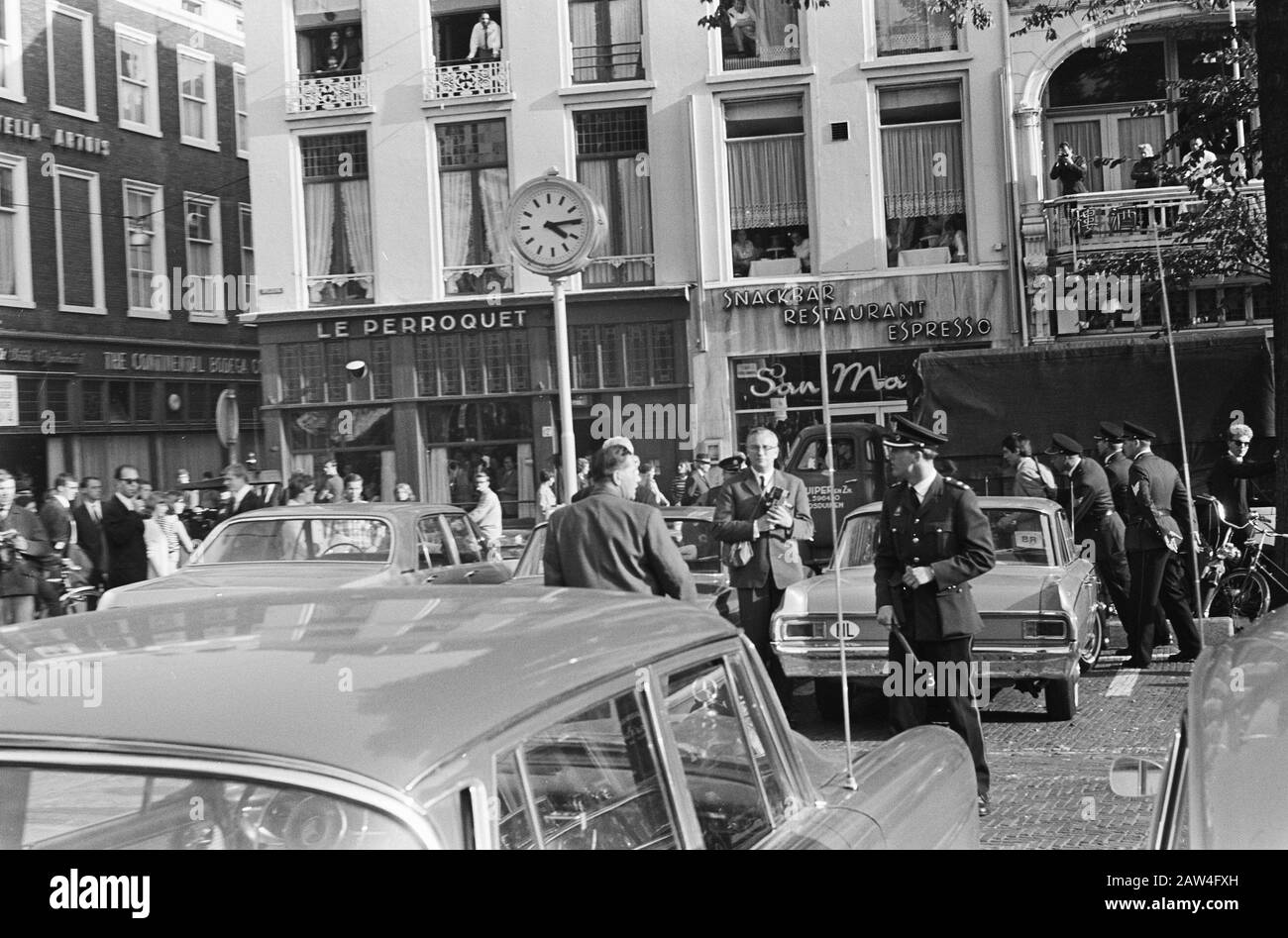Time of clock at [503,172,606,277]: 4:14
